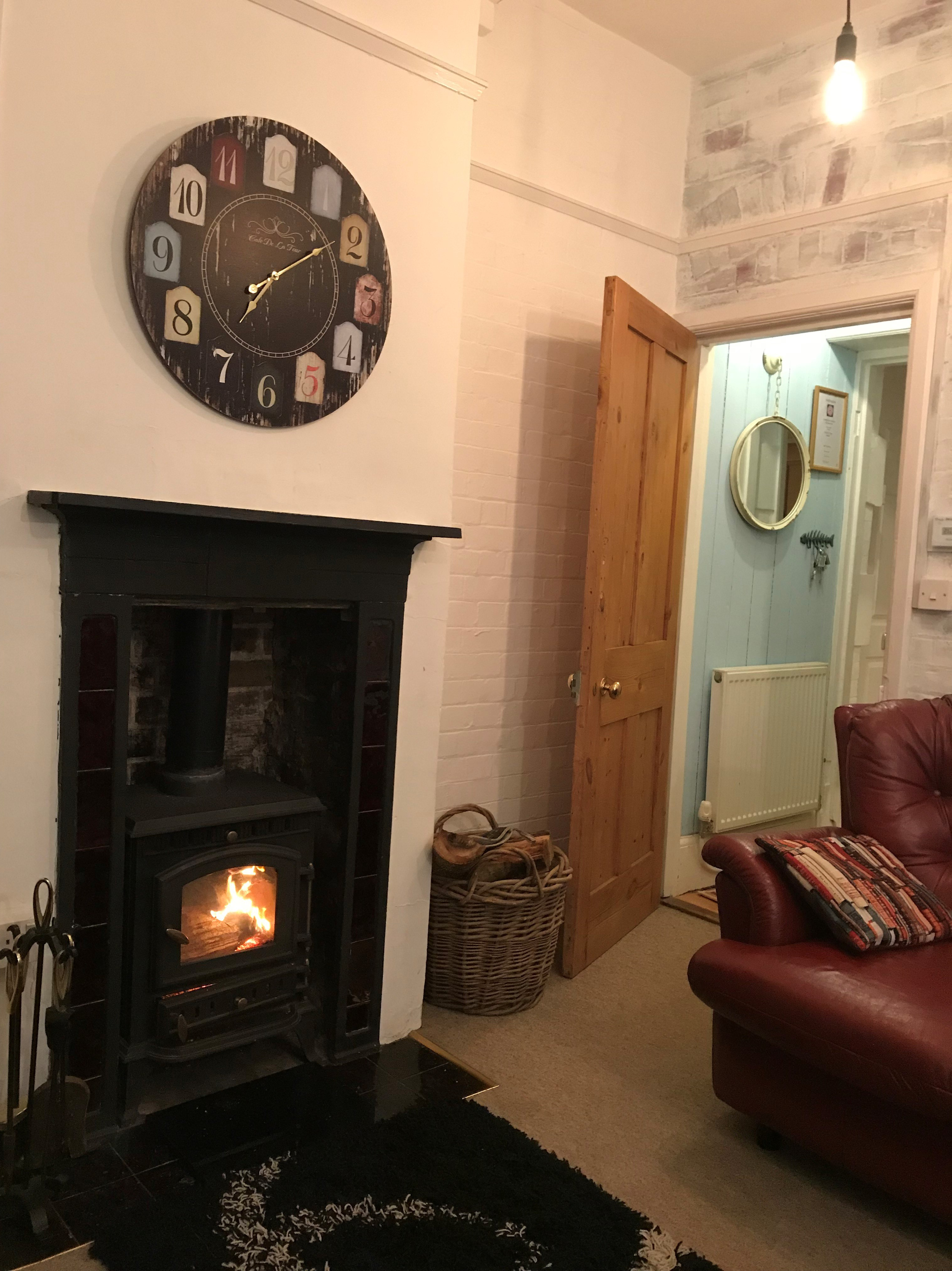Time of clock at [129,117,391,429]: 7:09
